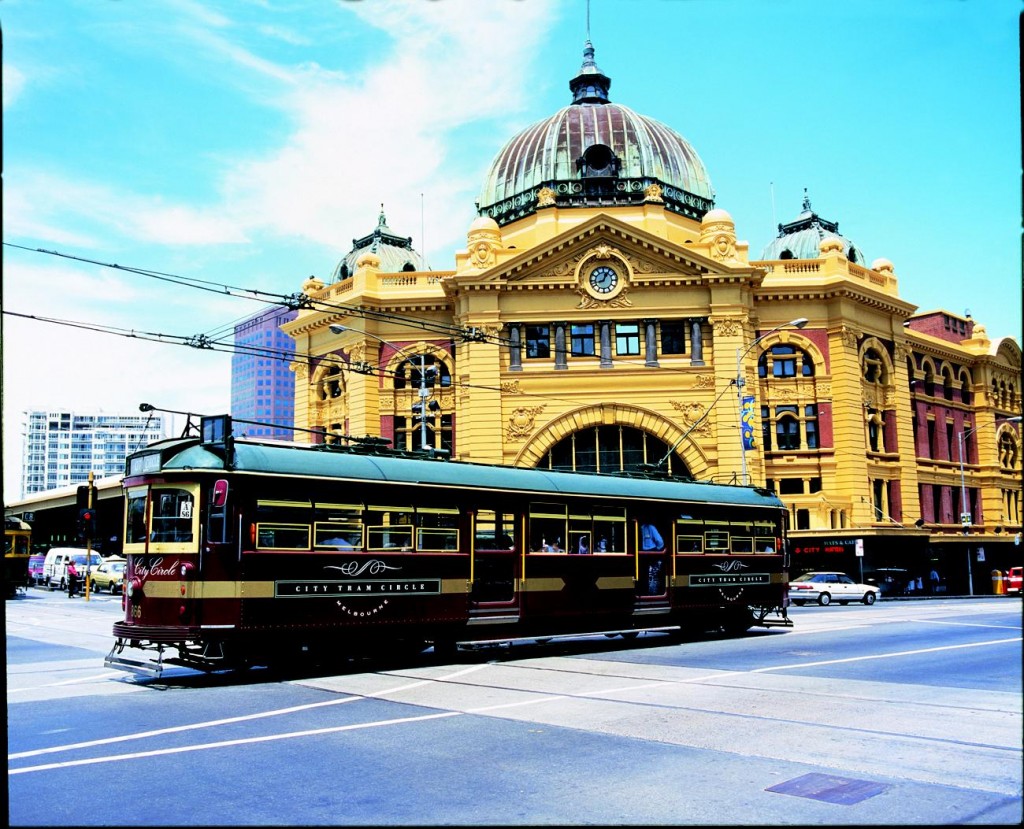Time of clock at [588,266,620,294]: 12:42
